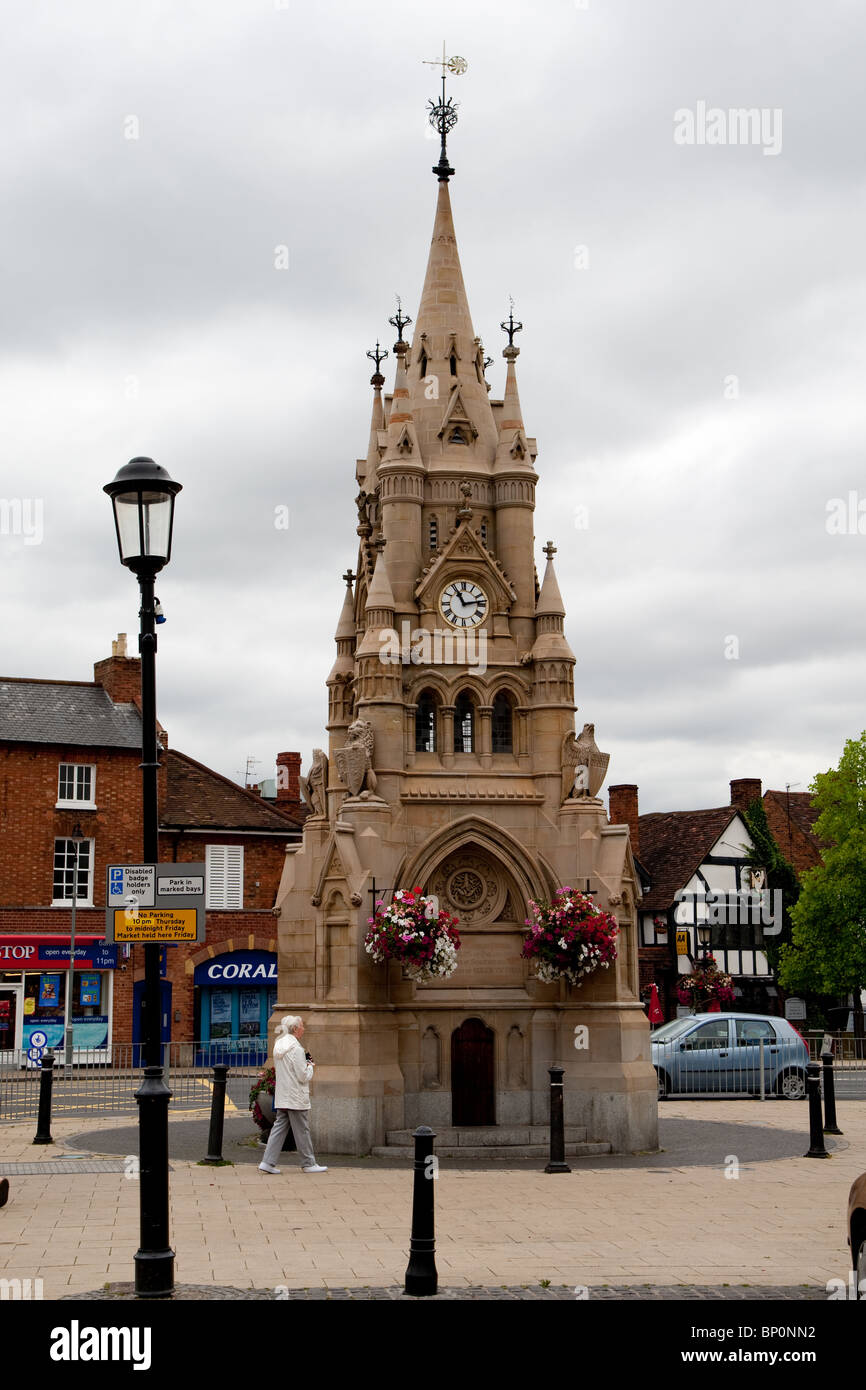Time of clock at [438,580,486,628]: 11:13
